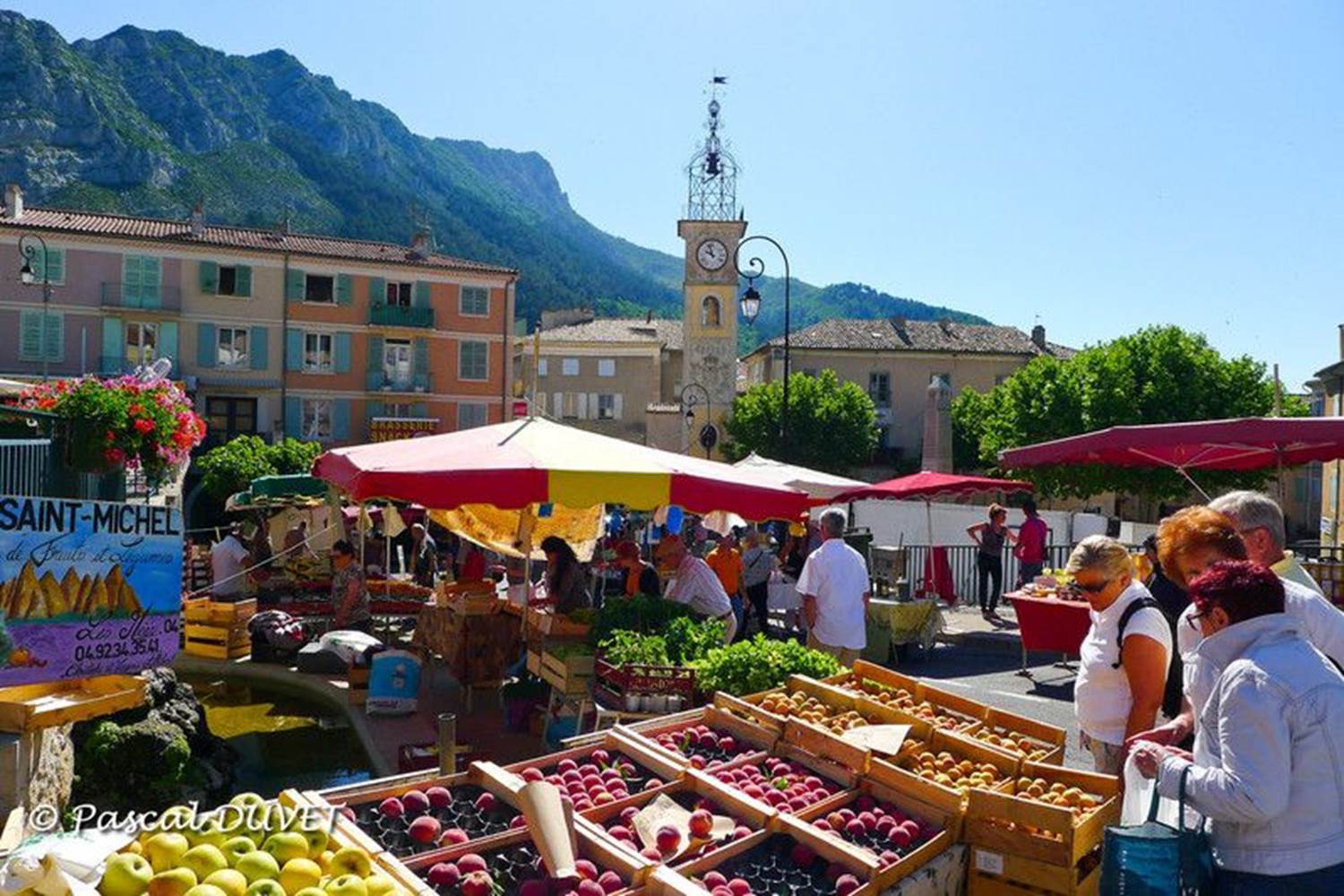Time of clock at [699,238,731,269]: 9:57
